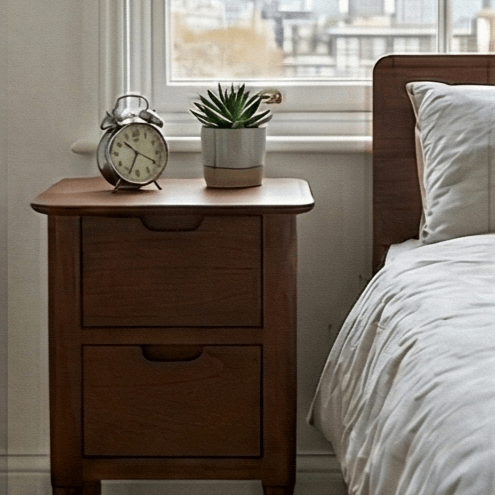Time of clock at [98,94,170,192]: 10:34
